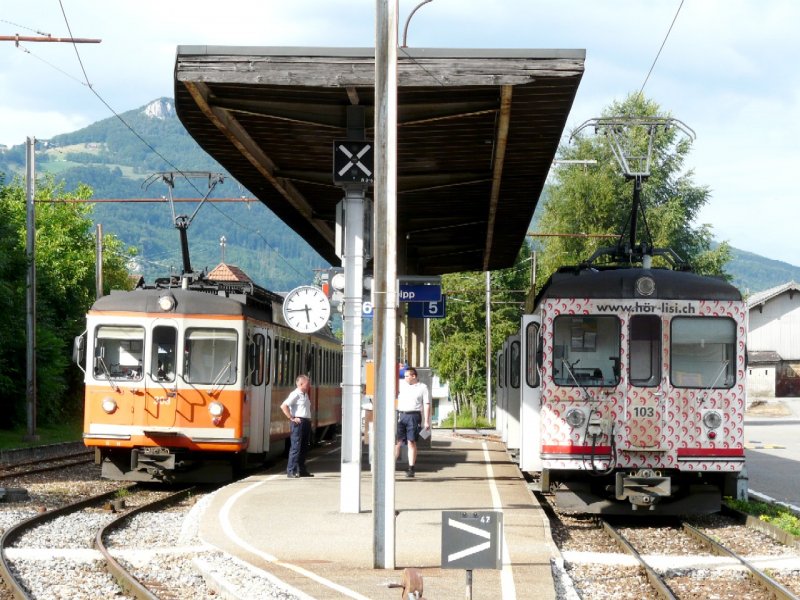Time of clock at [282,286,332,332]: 5:44
